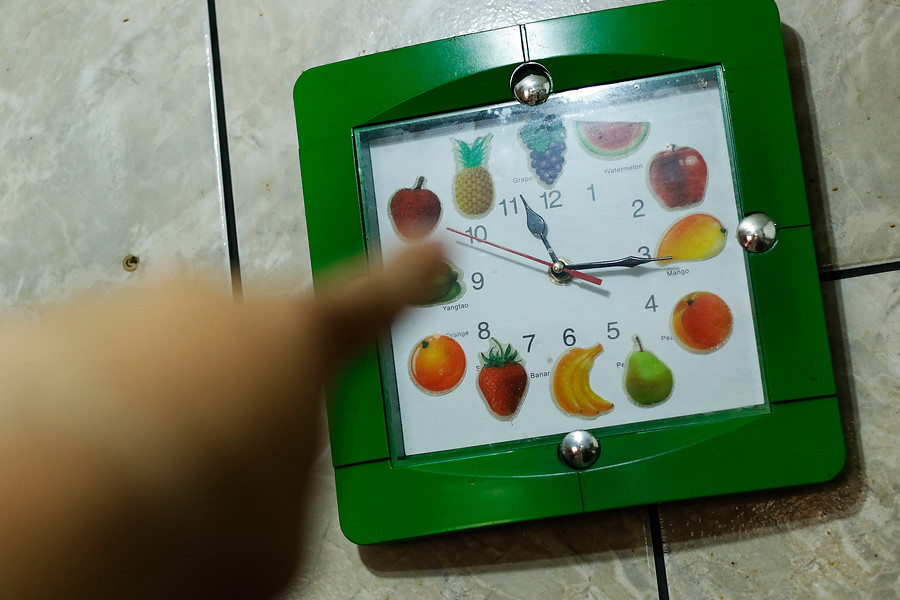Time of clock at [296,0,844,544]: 11:15
